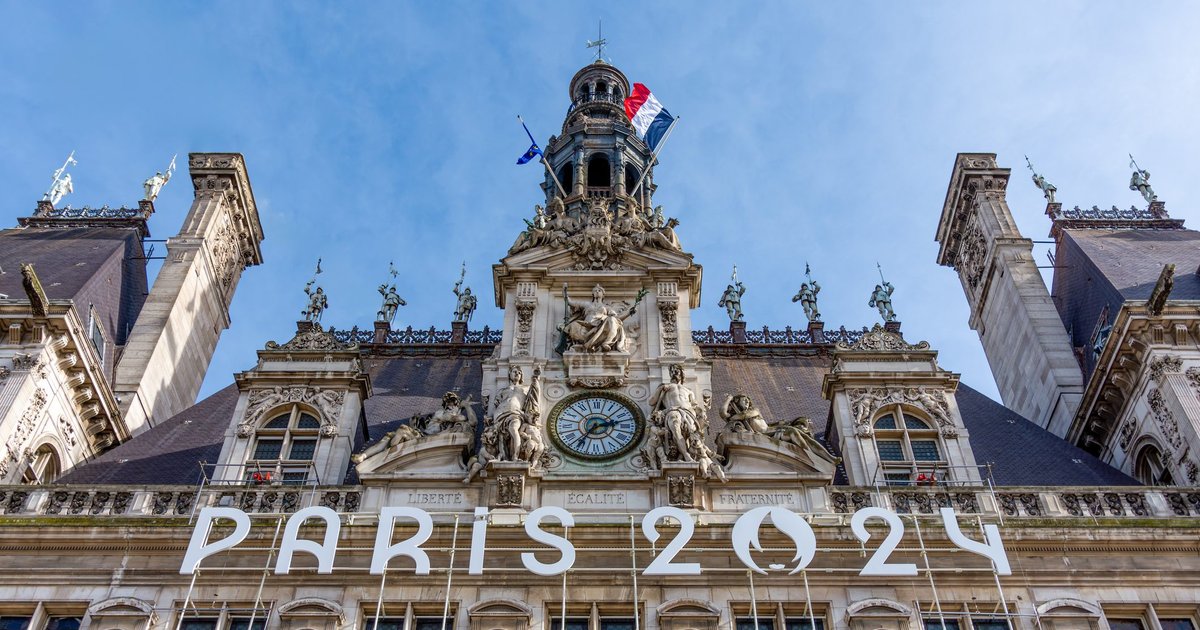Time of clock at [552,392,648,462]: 2:35
